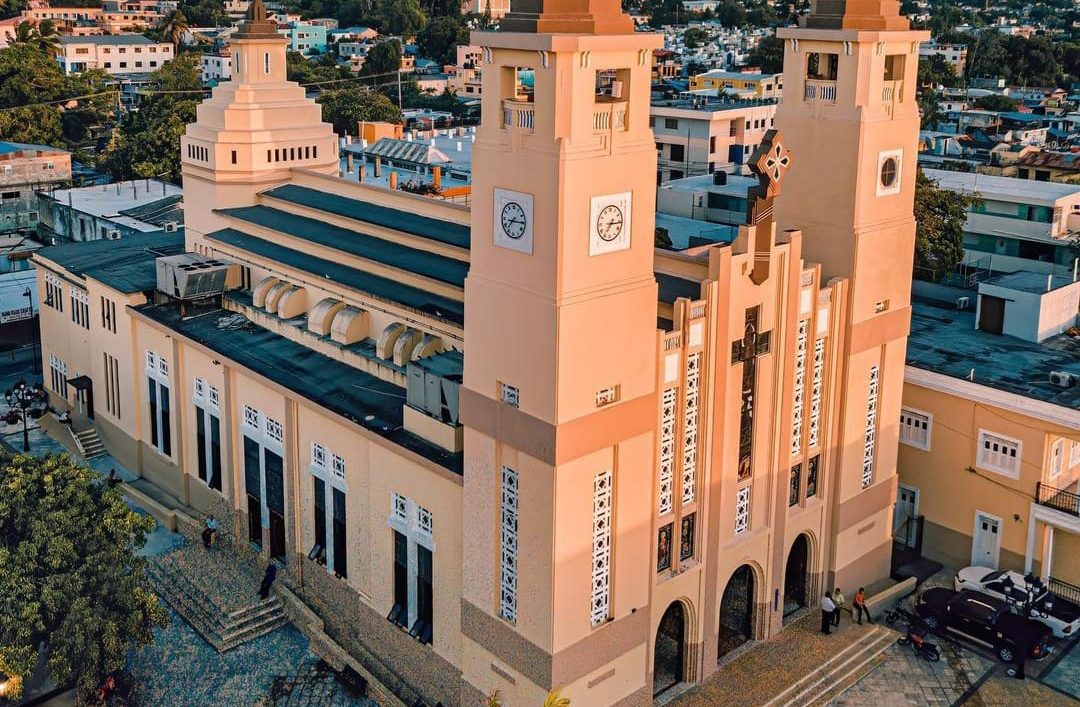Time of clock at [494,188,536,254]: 7:15
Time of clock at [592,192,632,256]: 7:15
